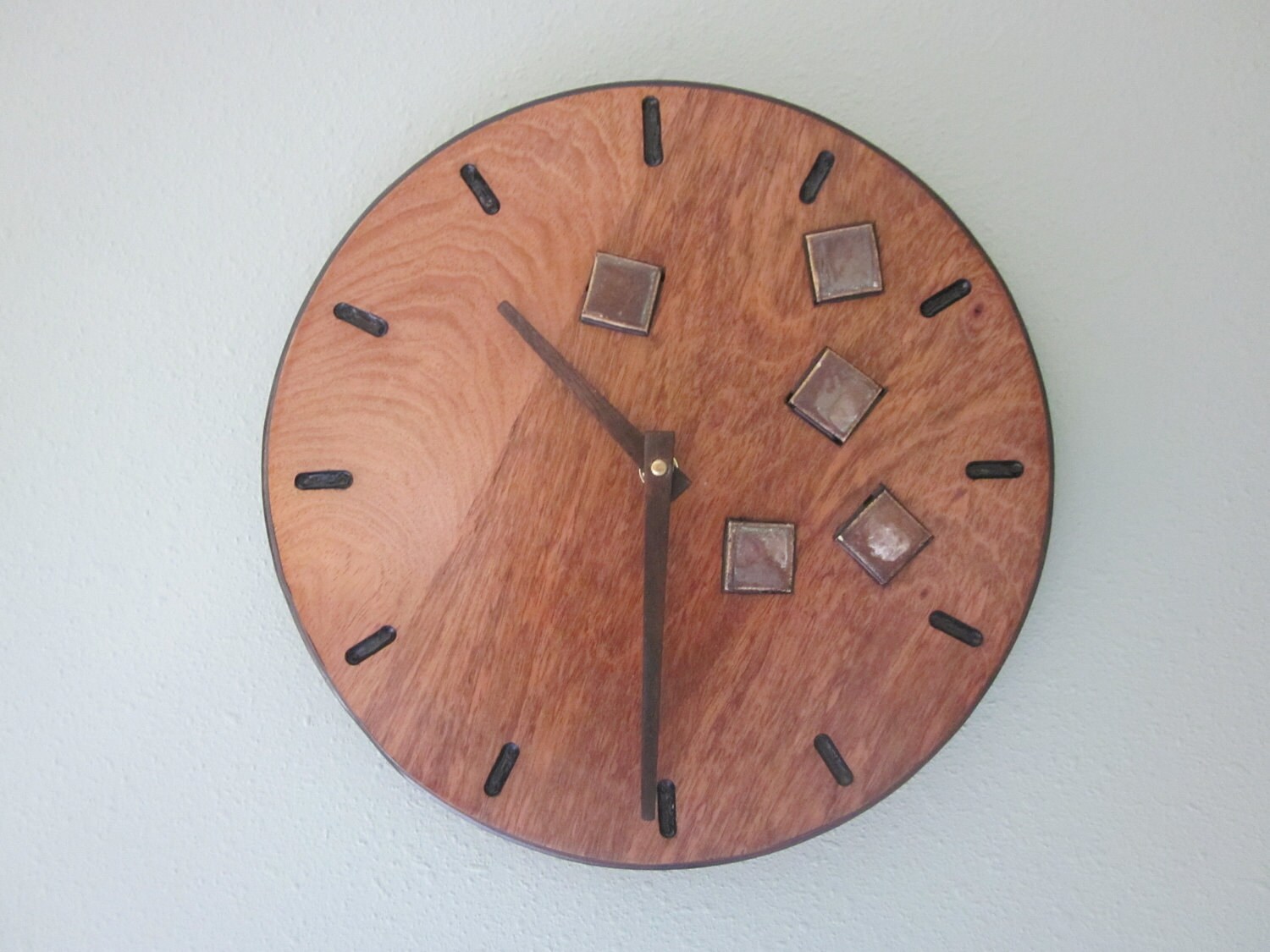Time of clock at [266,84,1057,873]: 10:30
